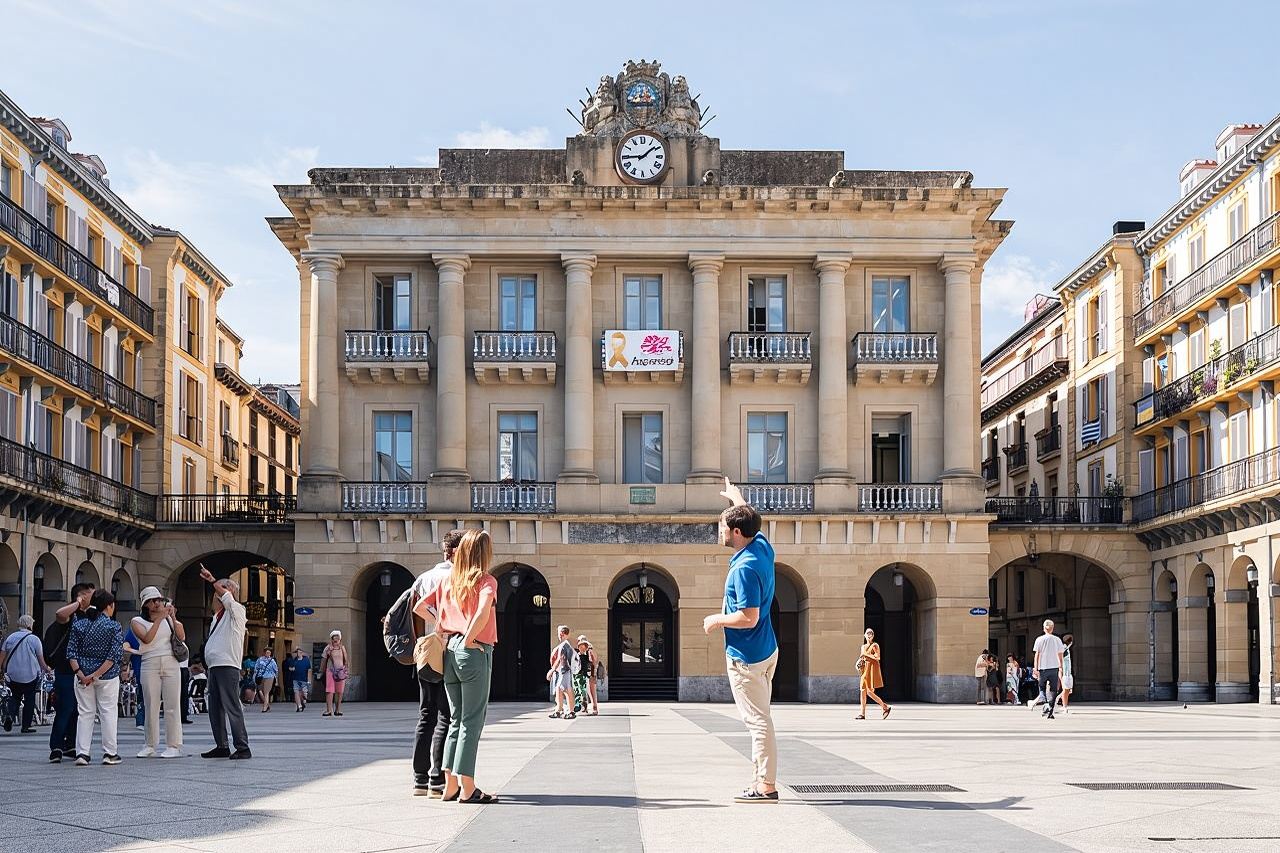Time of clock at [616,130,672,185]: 1:44
